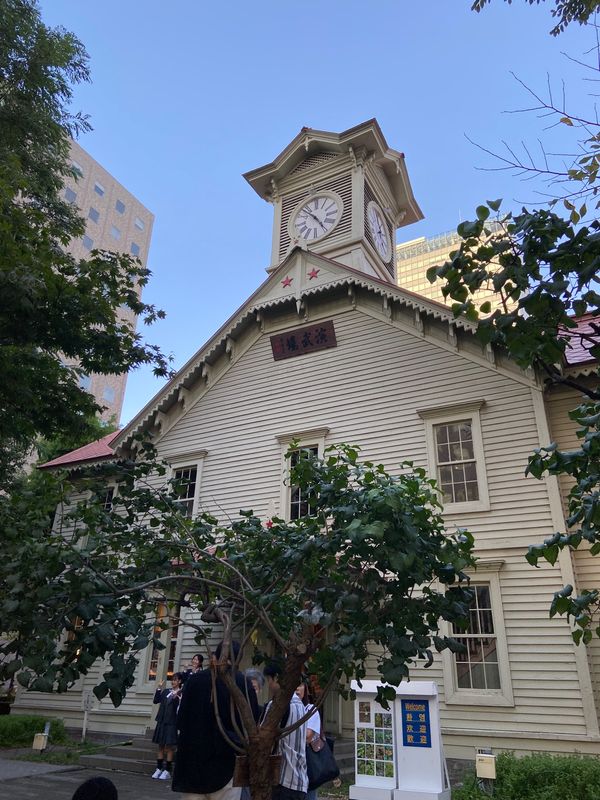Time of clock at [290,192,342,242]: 4:52
